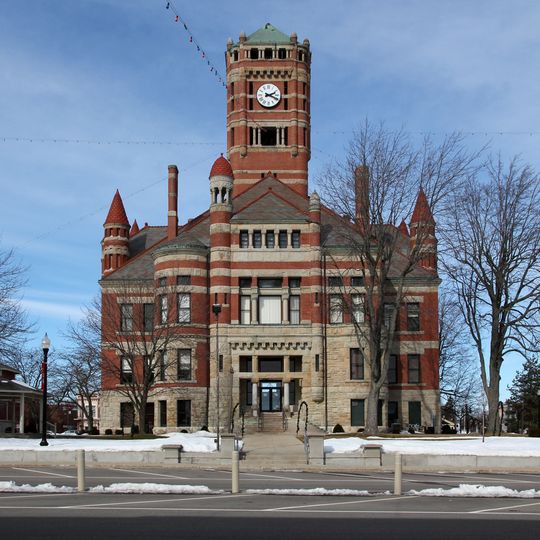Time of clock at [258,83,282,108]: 2:18
